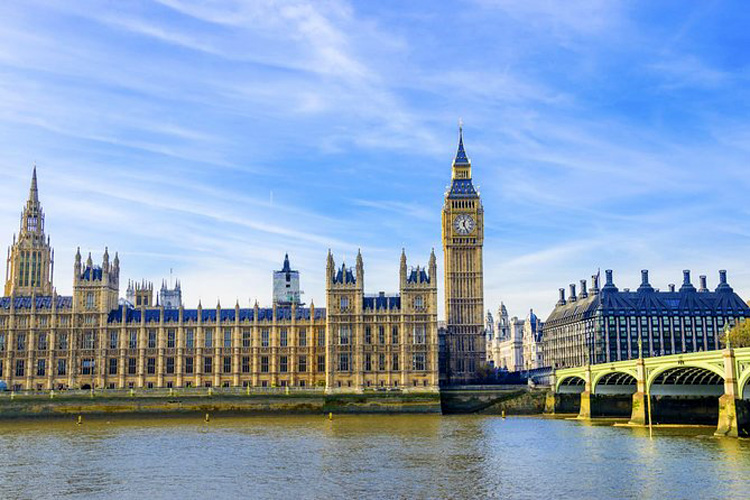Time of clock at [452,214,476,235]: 12:26
